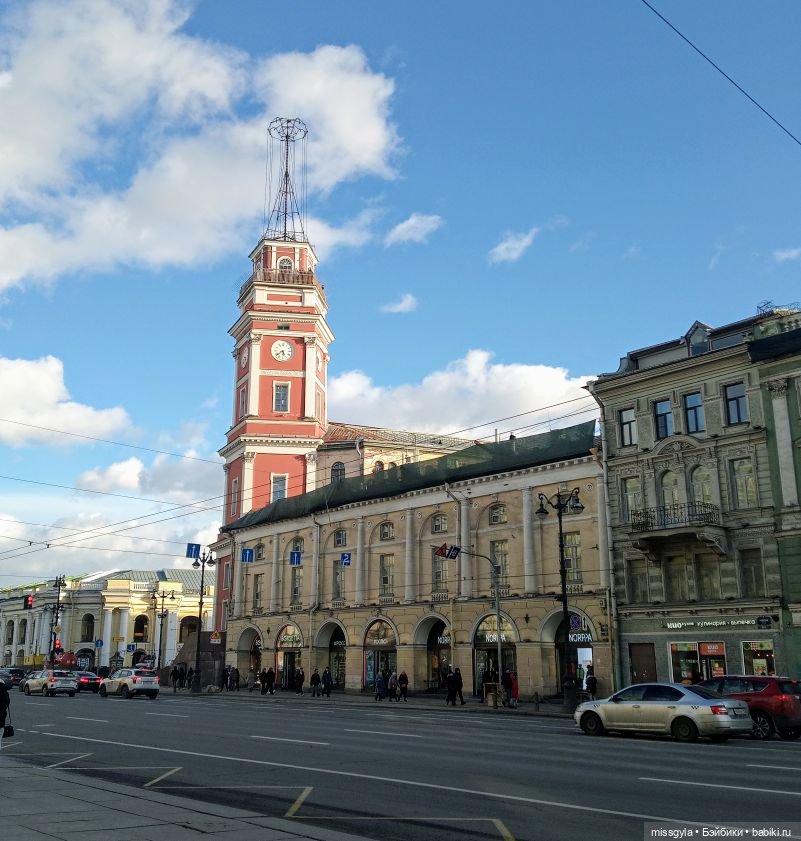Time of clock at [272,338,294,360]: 5:38
